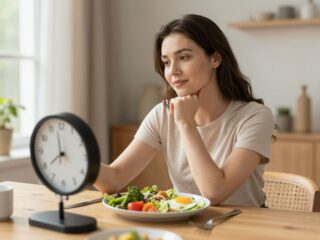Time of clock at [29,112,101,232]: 7:58
